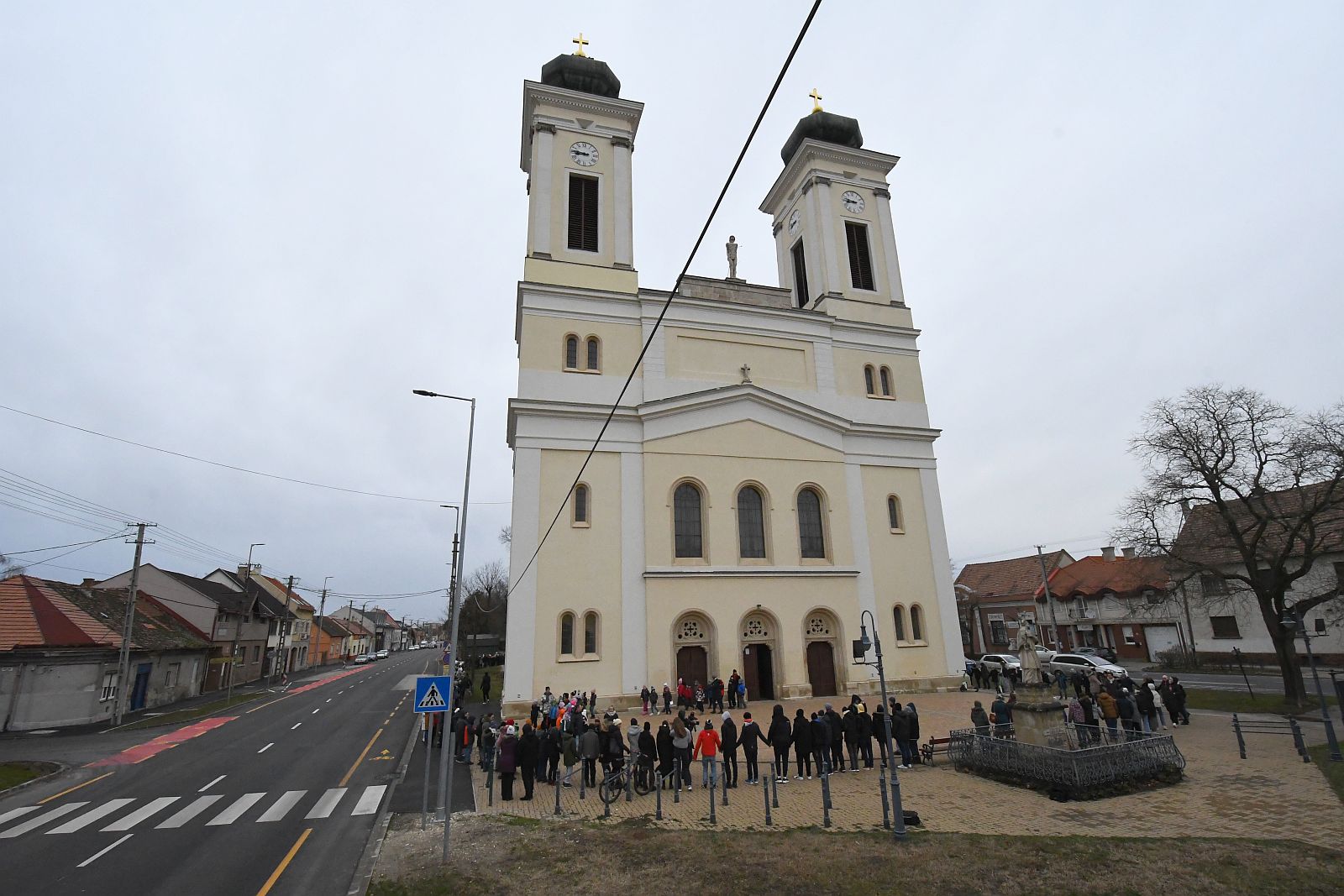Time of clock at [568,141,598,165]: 8:46
